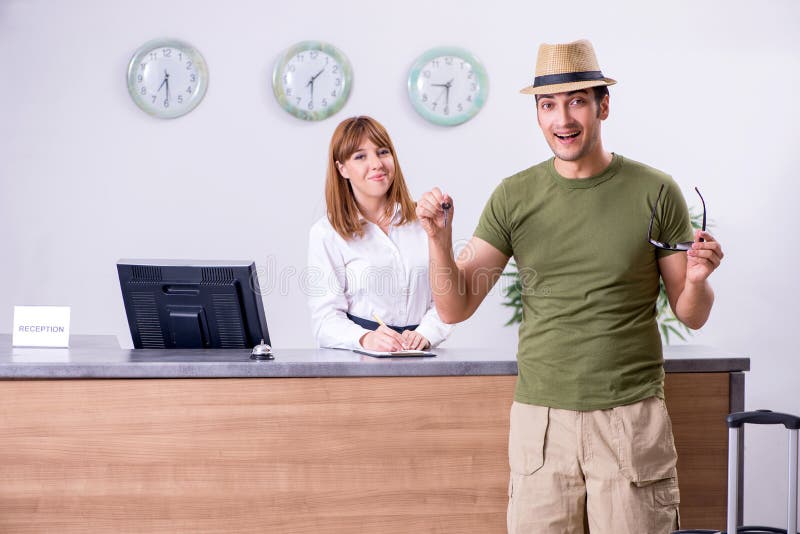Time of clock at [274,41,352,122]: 1:29
